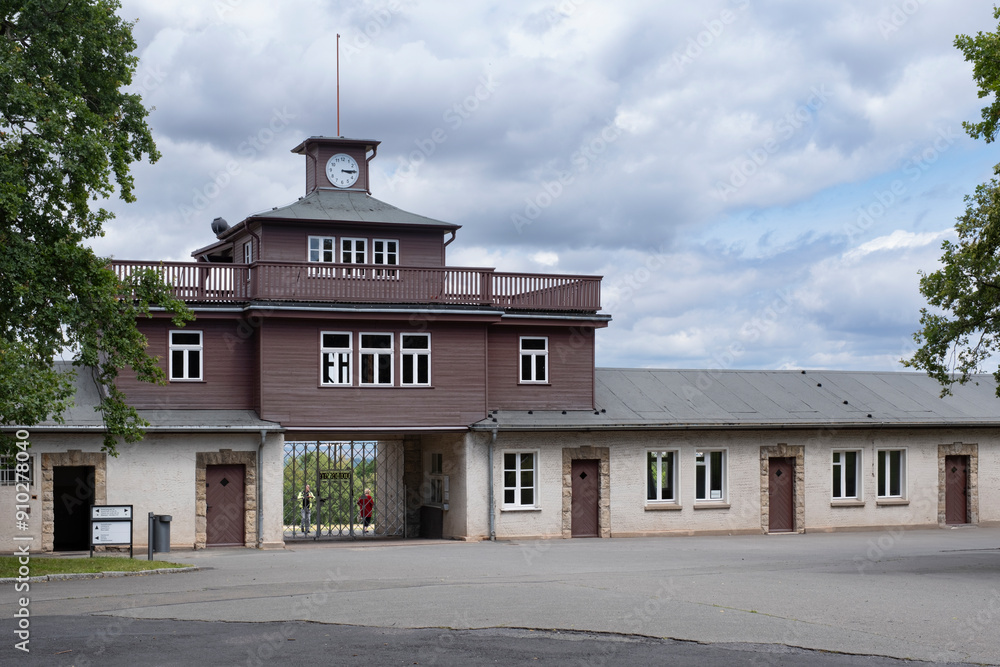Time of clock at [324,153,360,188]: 3:14
